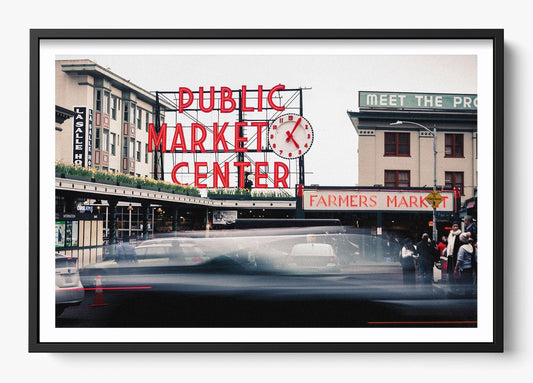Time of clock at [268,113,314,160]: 5:05
